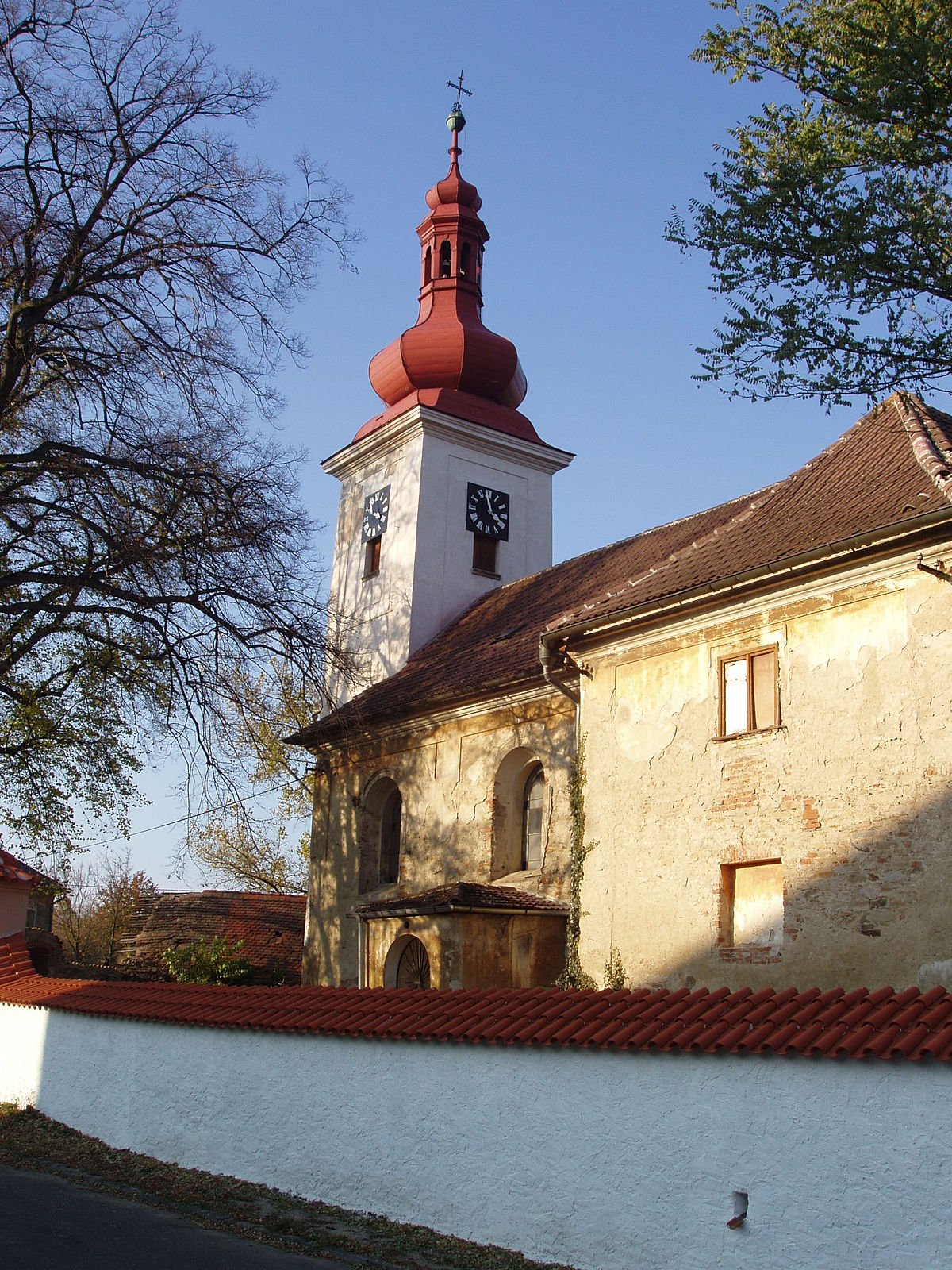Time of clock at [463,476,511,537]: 3:58
